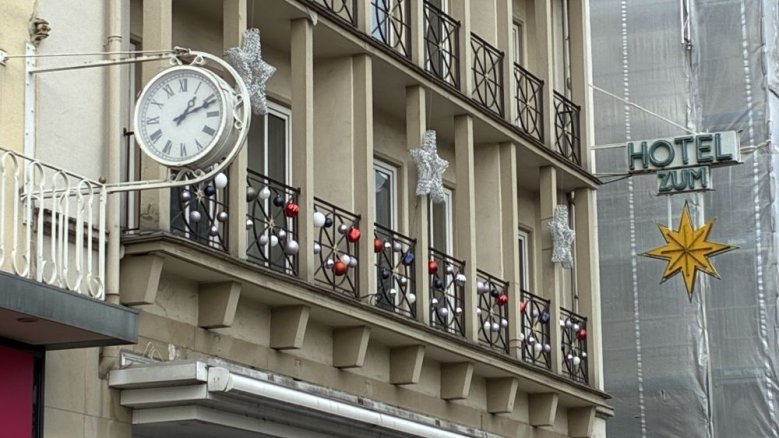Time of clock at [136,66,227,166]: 1:11
